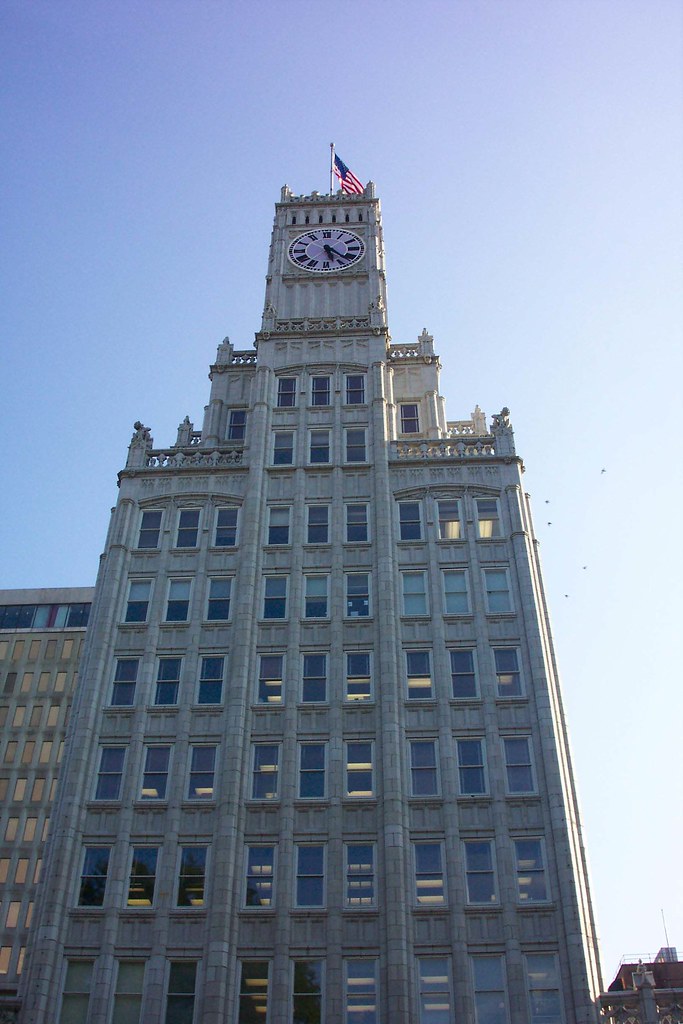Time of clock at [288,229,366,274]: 5:21
